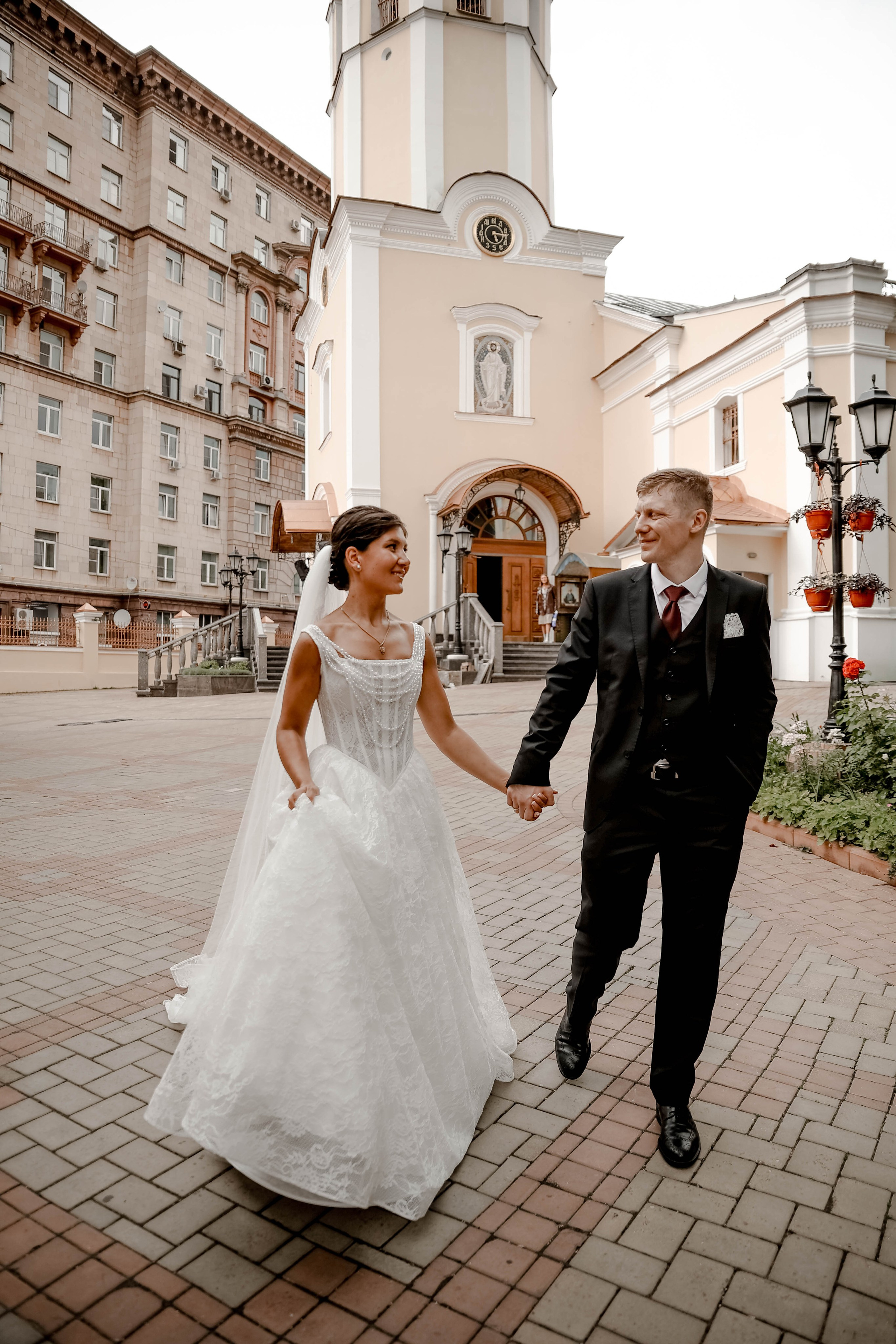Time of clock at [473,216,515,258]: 5:15
